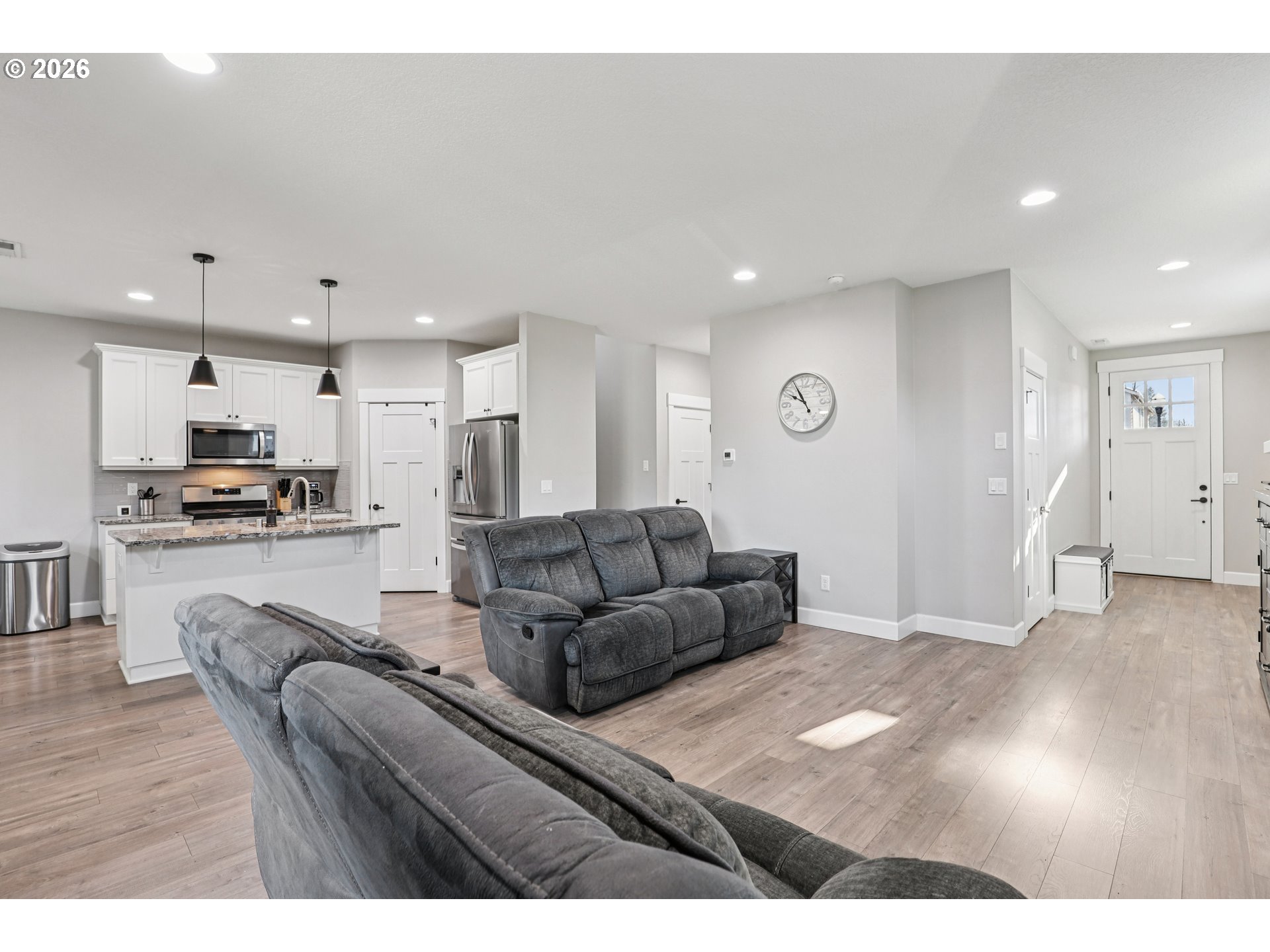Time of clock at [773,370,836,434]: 9:54
